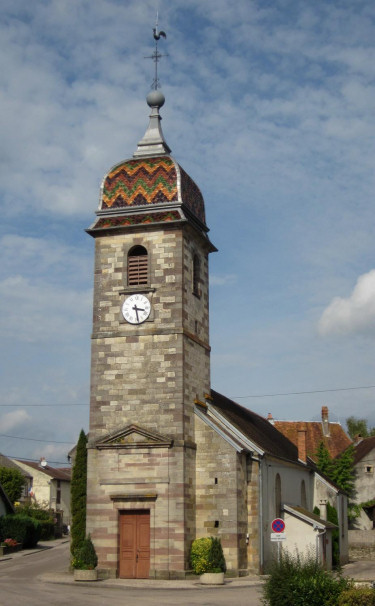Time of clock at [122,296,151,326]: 3:28
